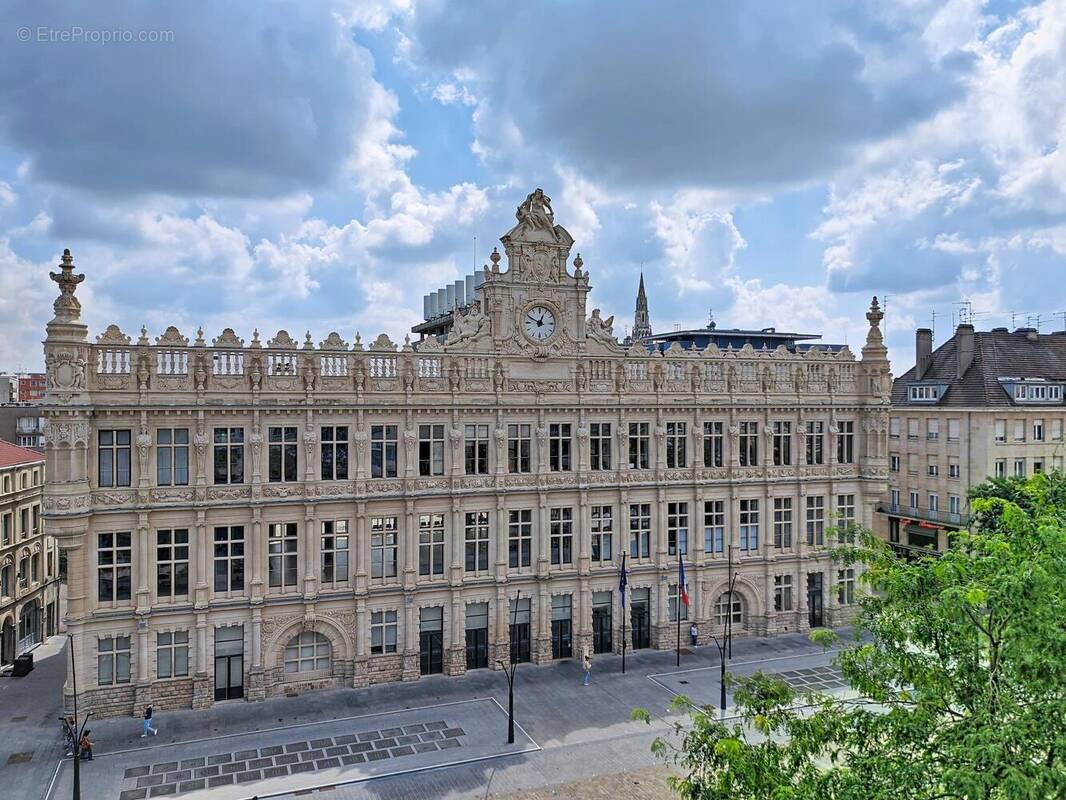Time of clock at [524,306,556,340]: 12:49
